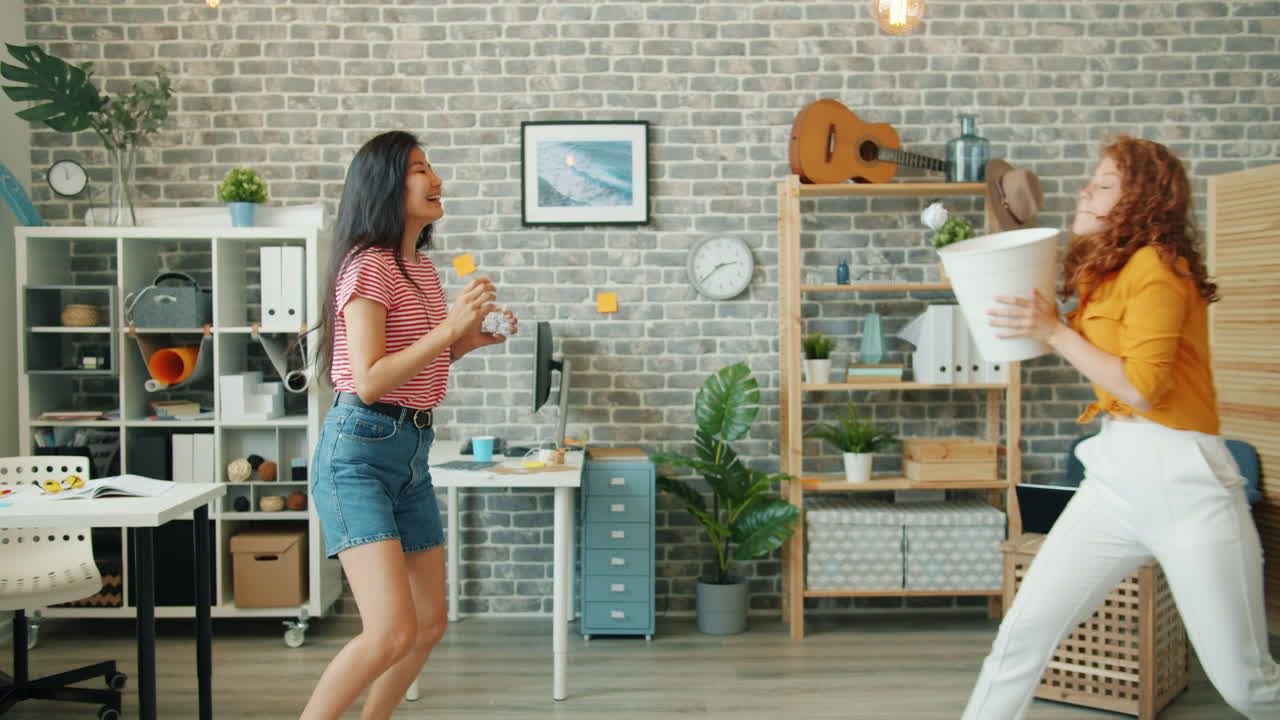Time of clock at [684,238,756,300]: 2:38
